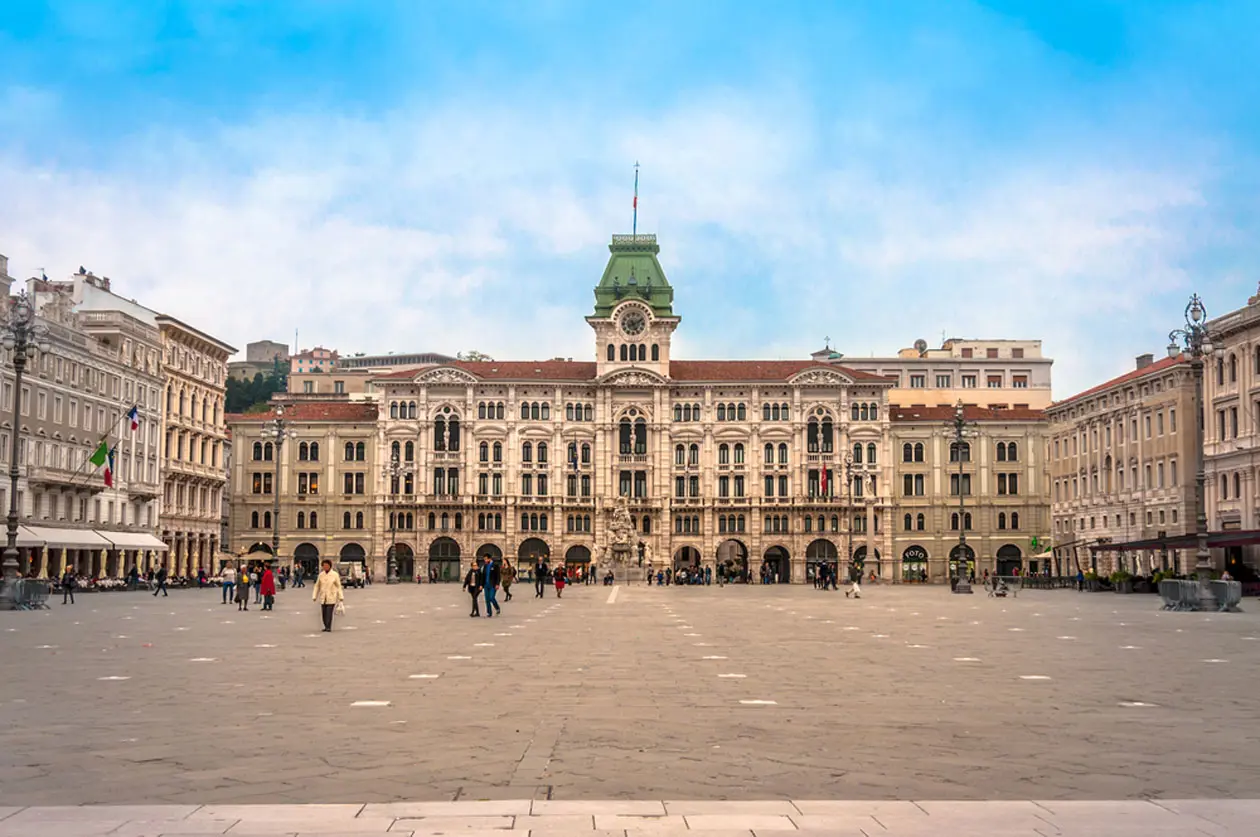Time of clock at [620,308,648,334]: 5:11
